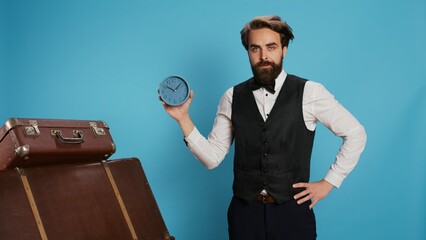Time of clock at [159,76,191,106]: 10:07
